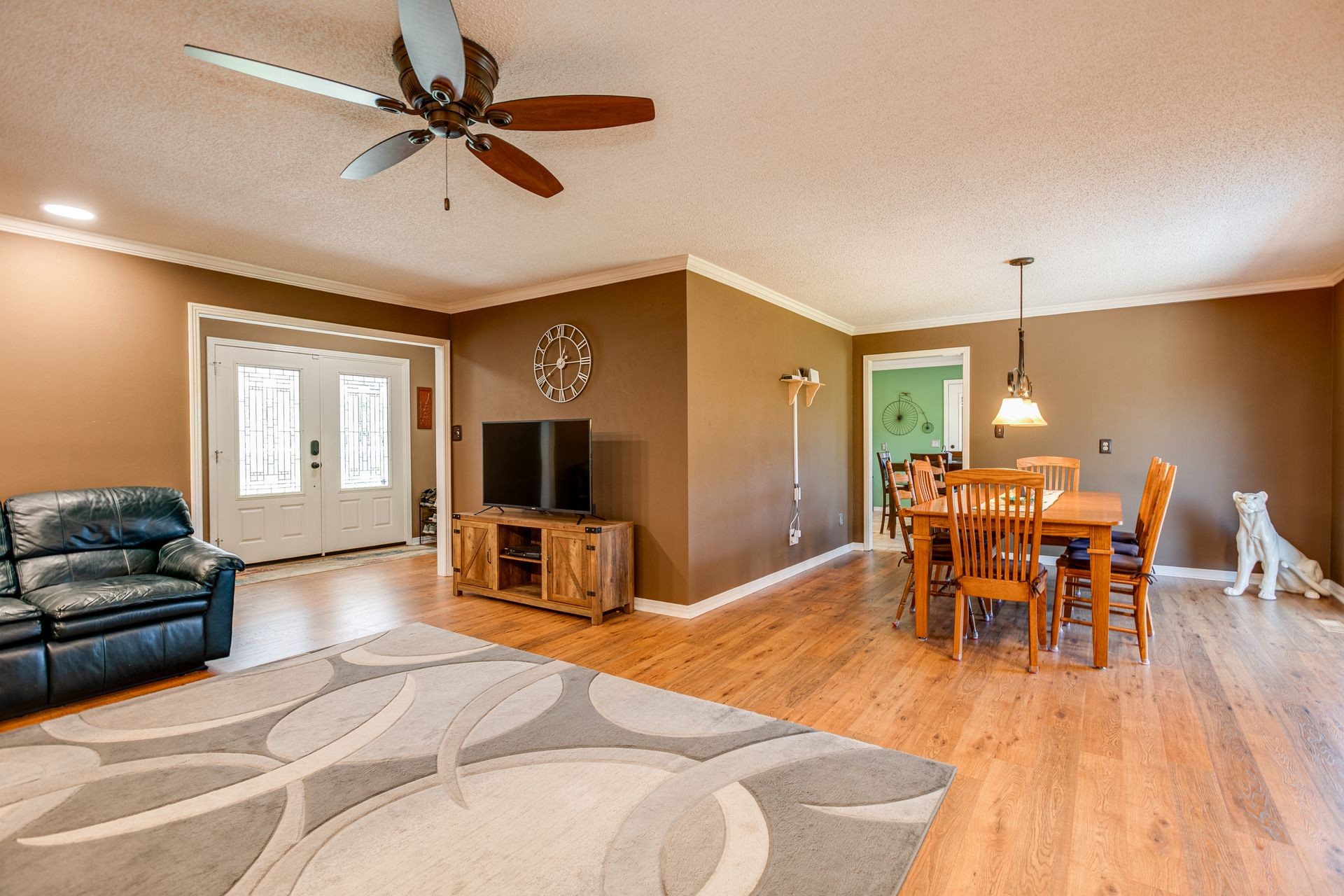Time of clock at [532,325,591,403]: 12:59
